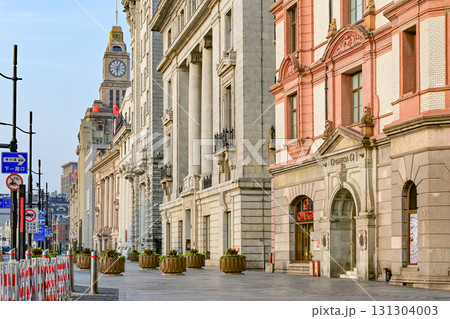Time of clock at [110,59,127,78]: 6:03
